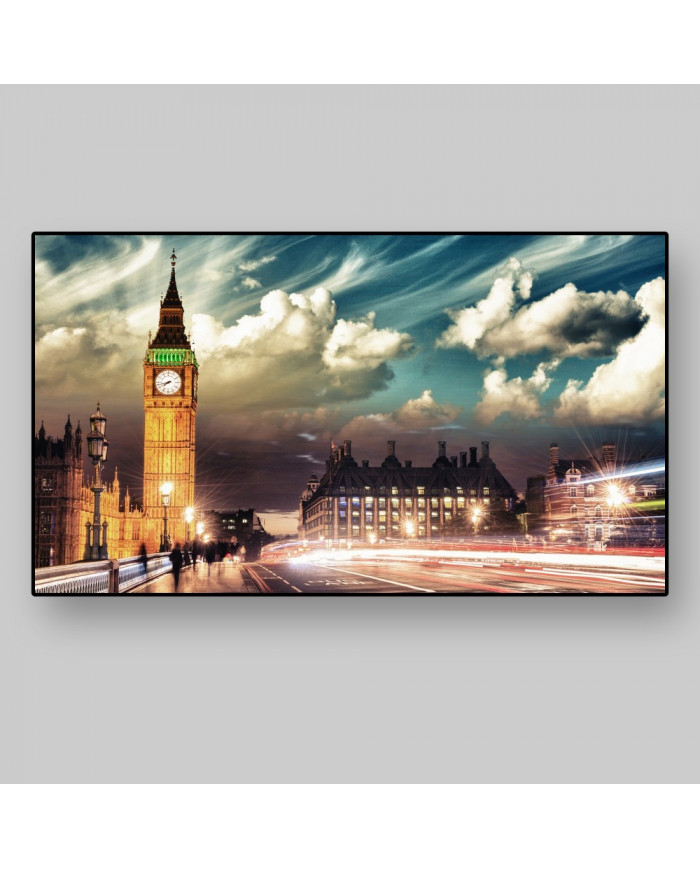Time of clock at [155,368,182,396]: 7:42
